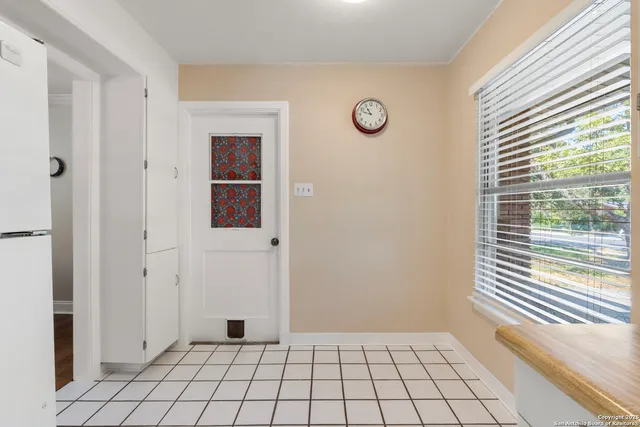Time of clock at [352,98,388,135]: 10:47
